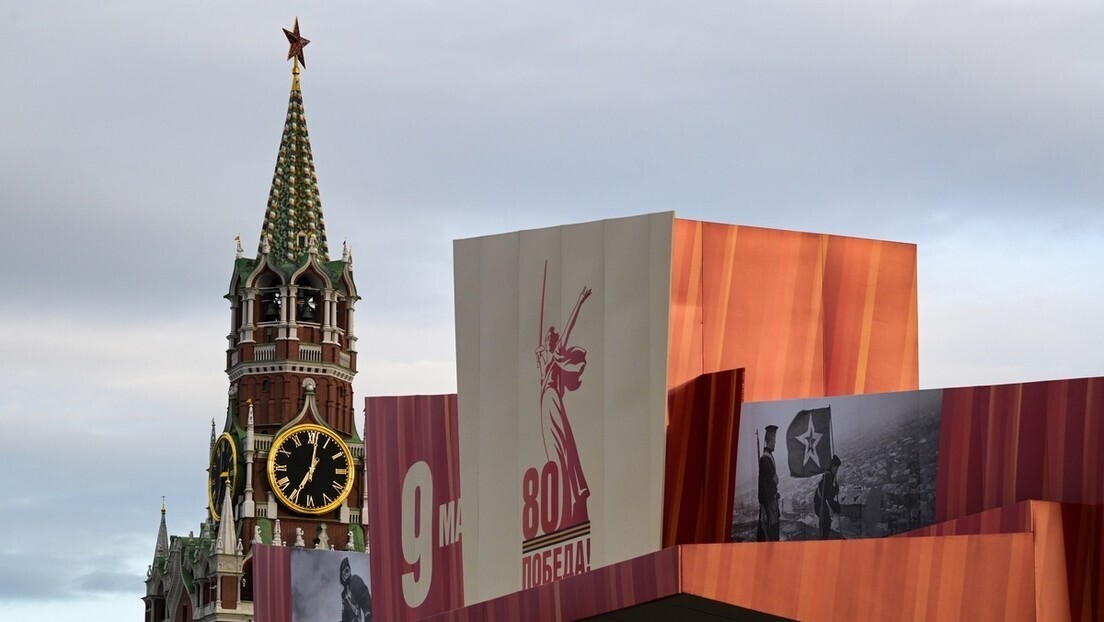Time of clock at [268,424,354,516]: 7:01
